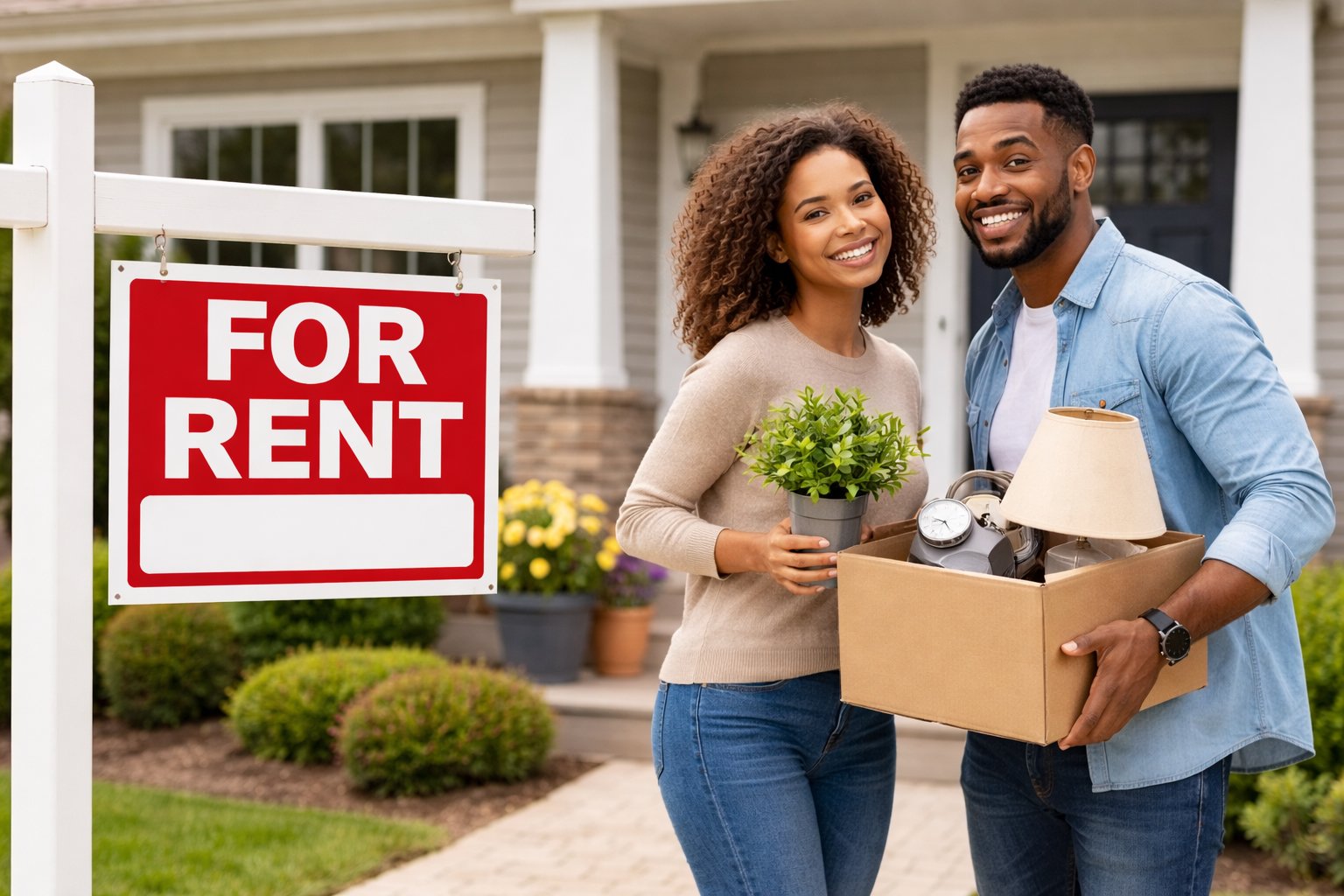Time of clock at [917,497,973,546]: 9:25
